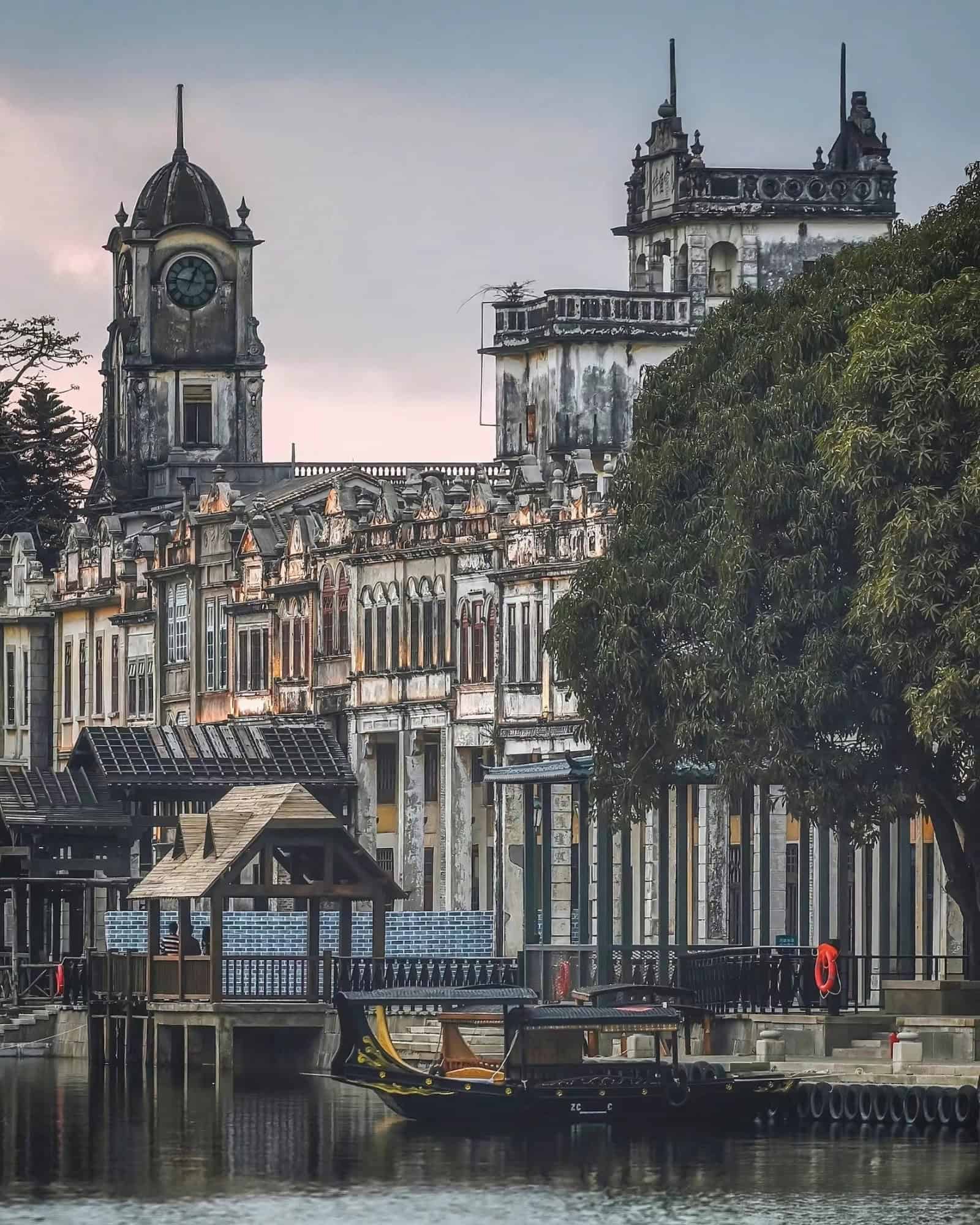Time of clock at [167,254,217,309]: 12:46
